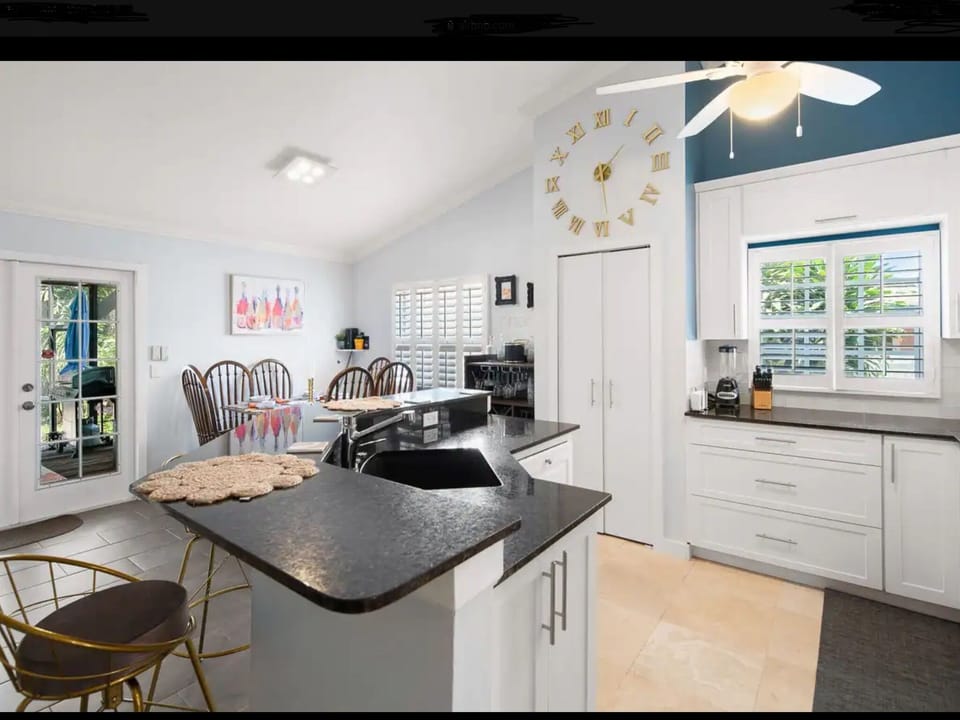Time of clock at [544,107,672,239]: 1:28
